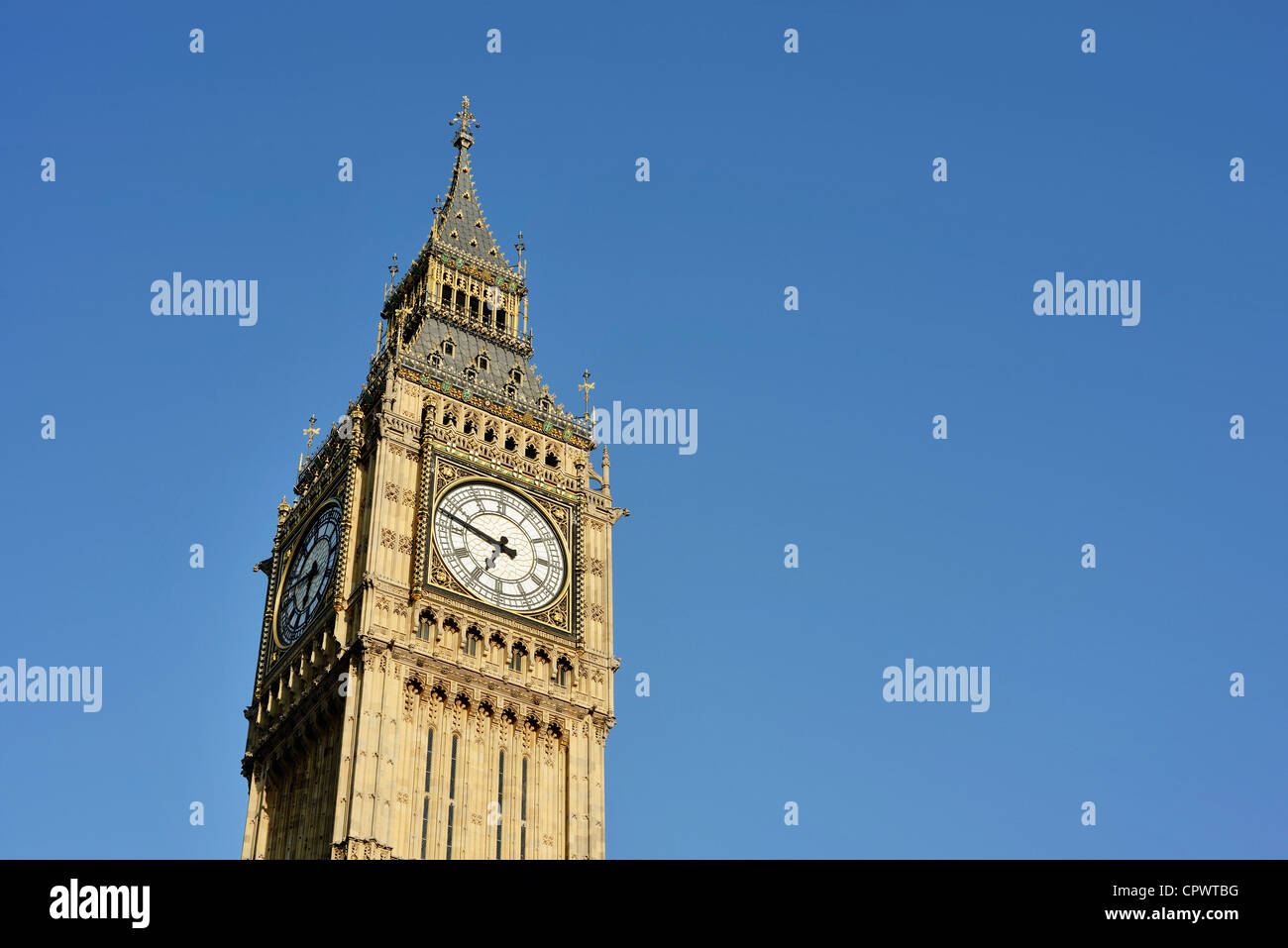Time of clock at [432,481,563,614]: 6:47
